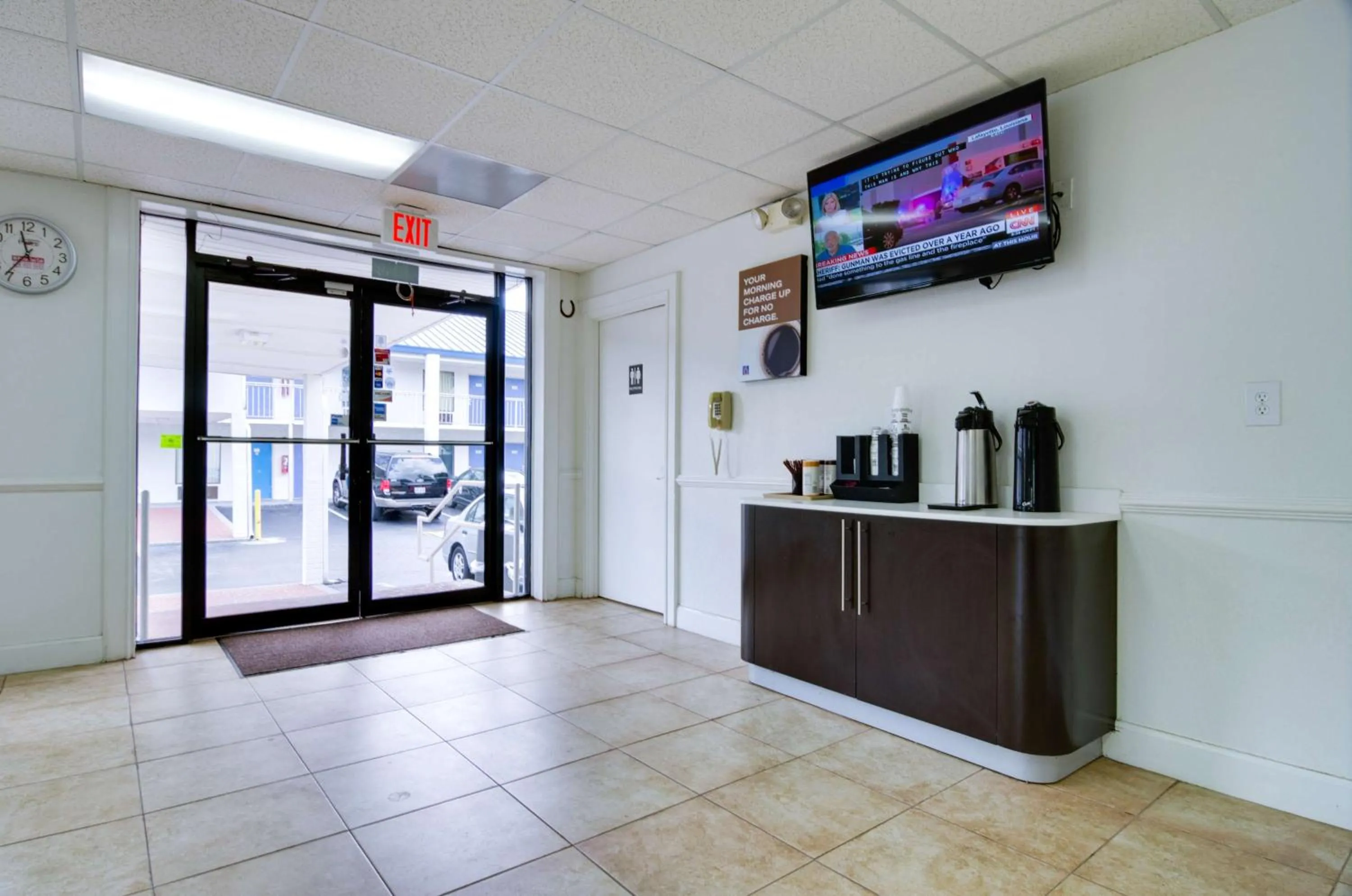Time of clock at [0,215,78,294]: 11:36
